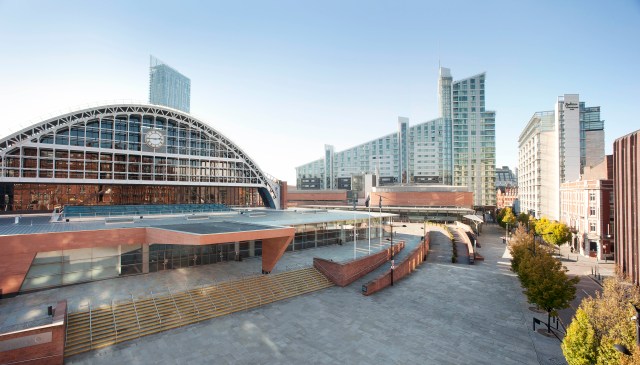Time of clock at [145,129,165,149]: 2:45
